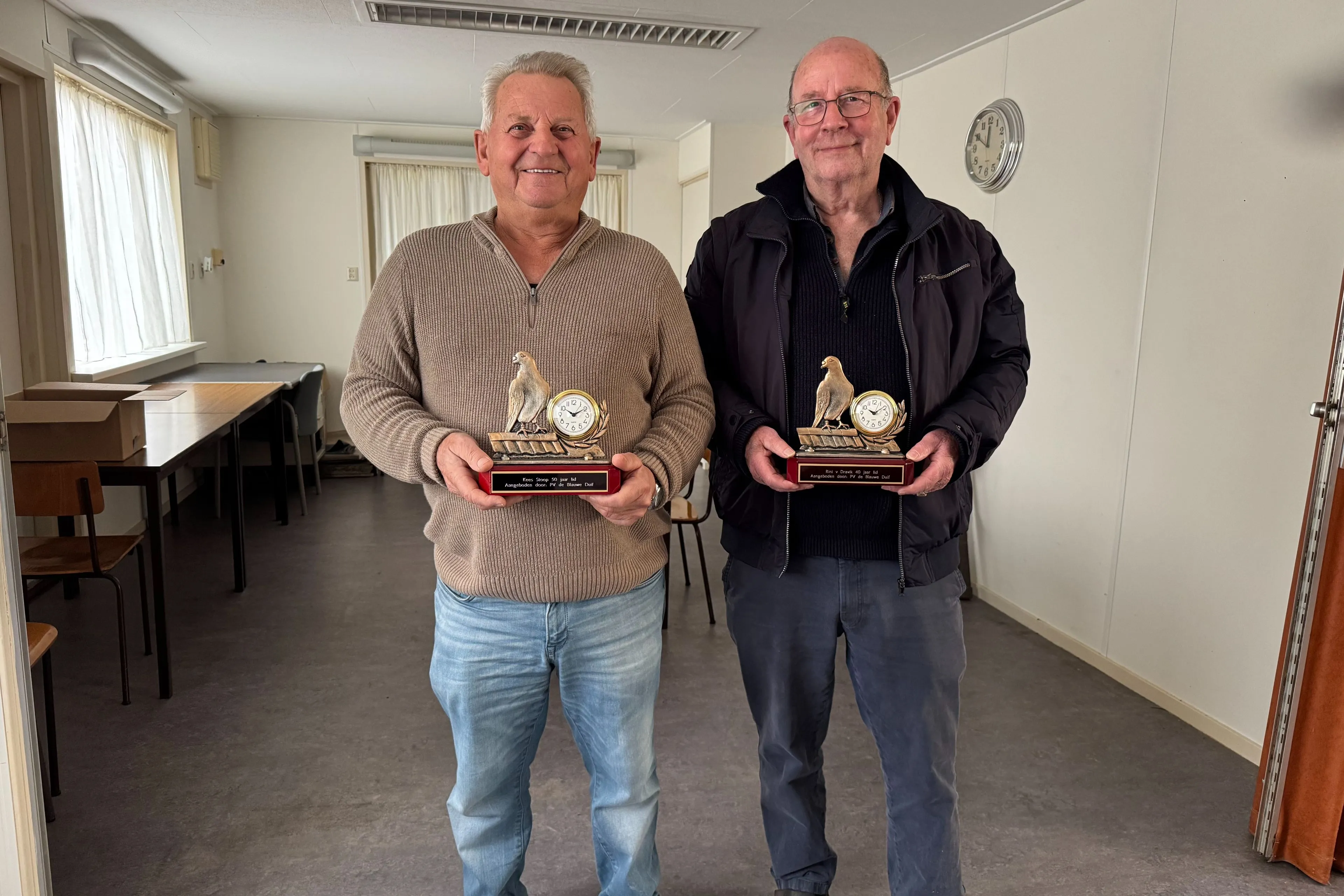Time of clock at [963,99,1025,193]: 11:49
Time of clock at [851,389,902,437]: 10:08
